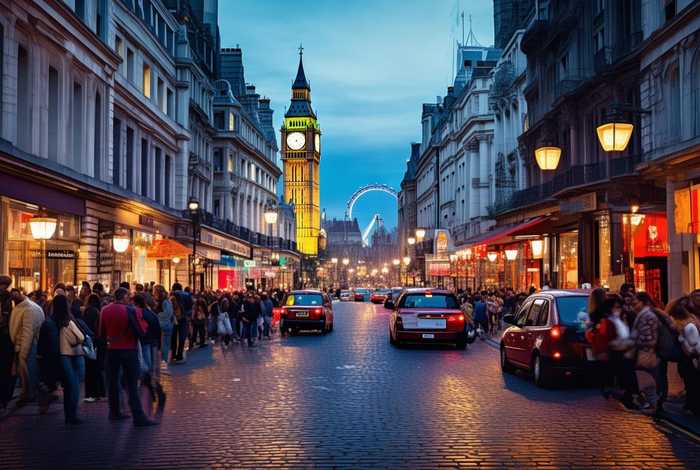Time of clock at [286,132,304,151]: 5:09
